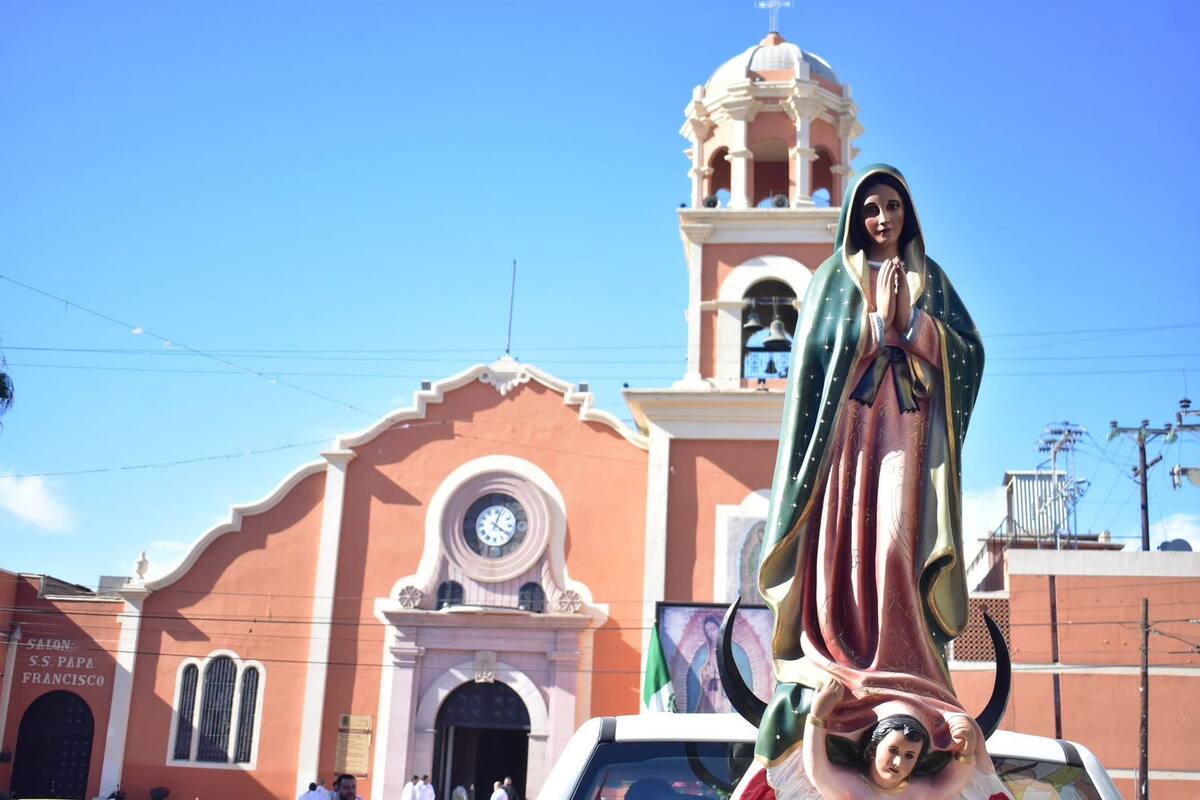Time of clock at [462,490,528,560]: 4:03
